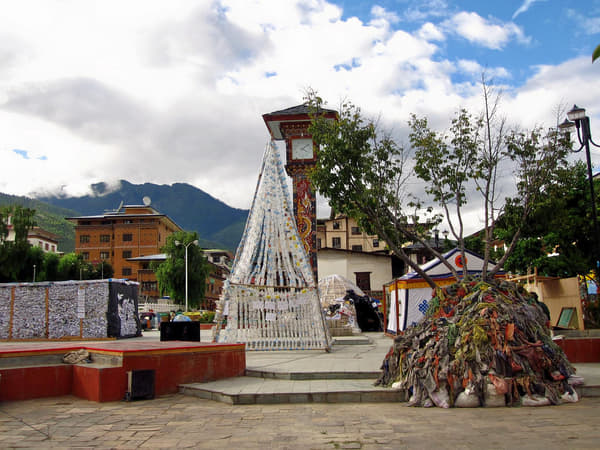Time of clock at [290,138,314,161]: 4:08
